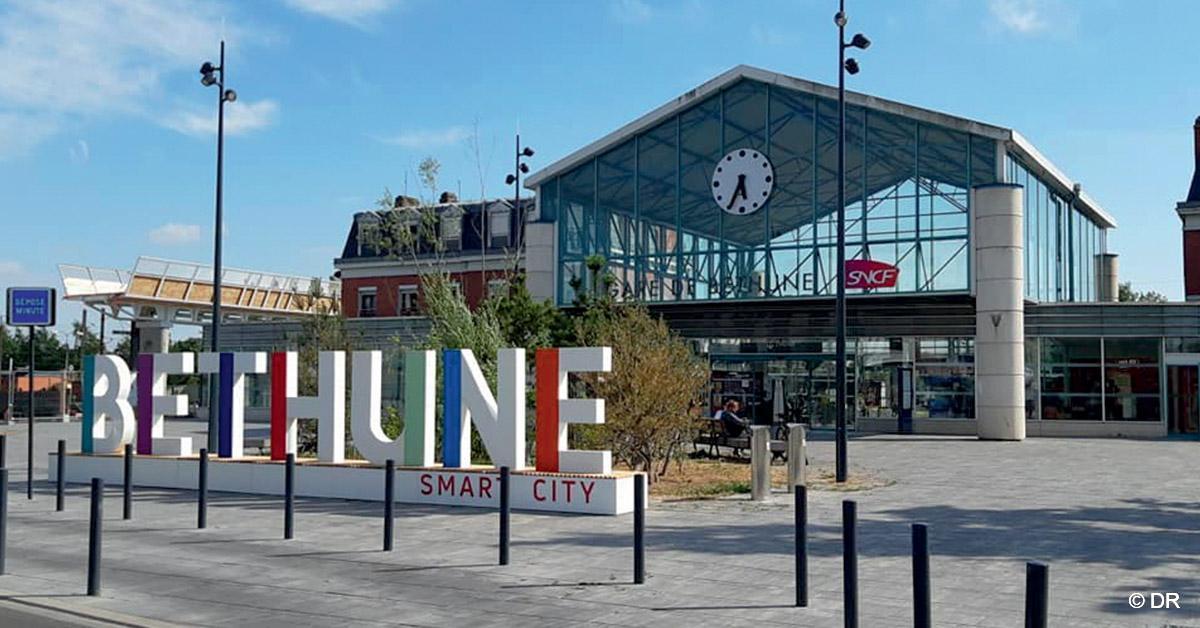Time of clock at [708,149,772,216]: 5:34
